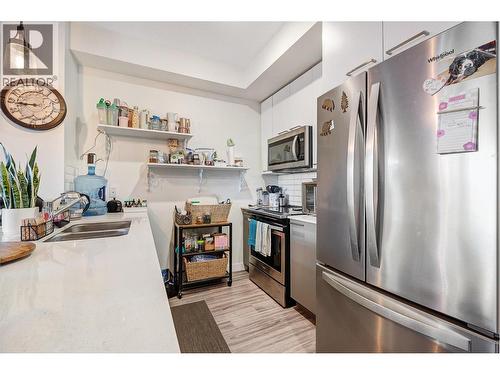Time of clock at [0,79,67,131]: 8:45
